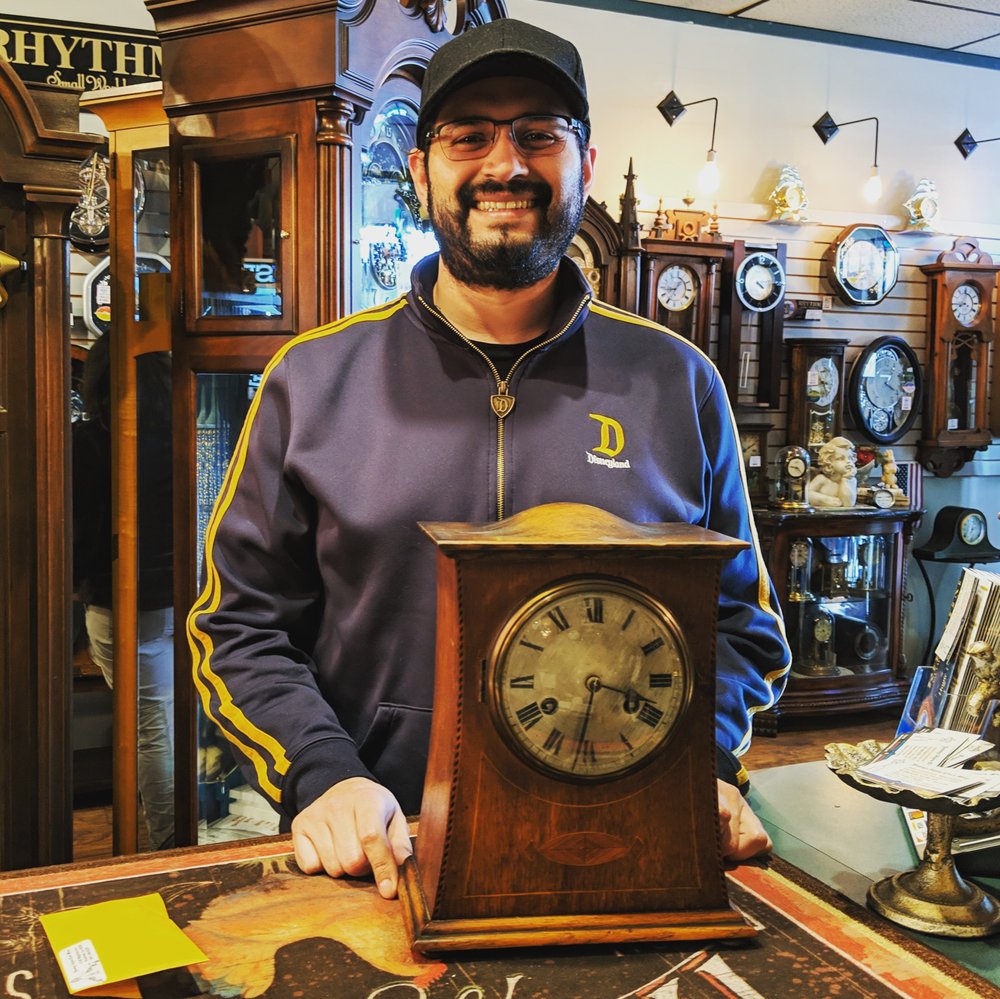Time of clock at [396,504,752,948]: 3:32
